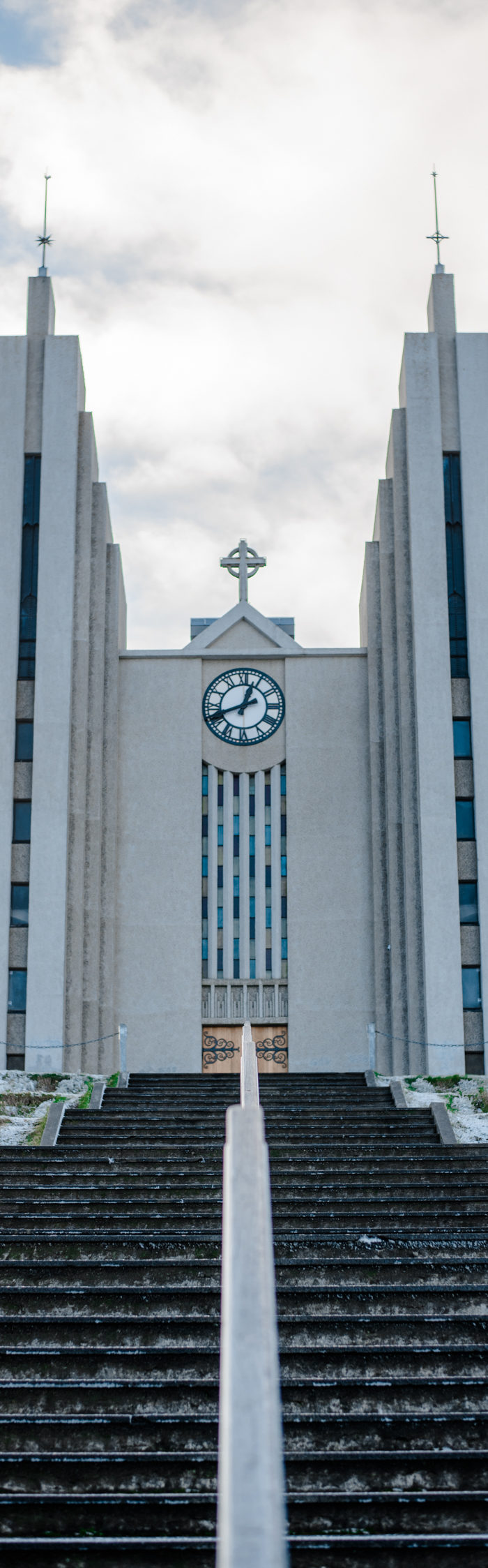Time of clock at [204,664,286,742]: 12:41
